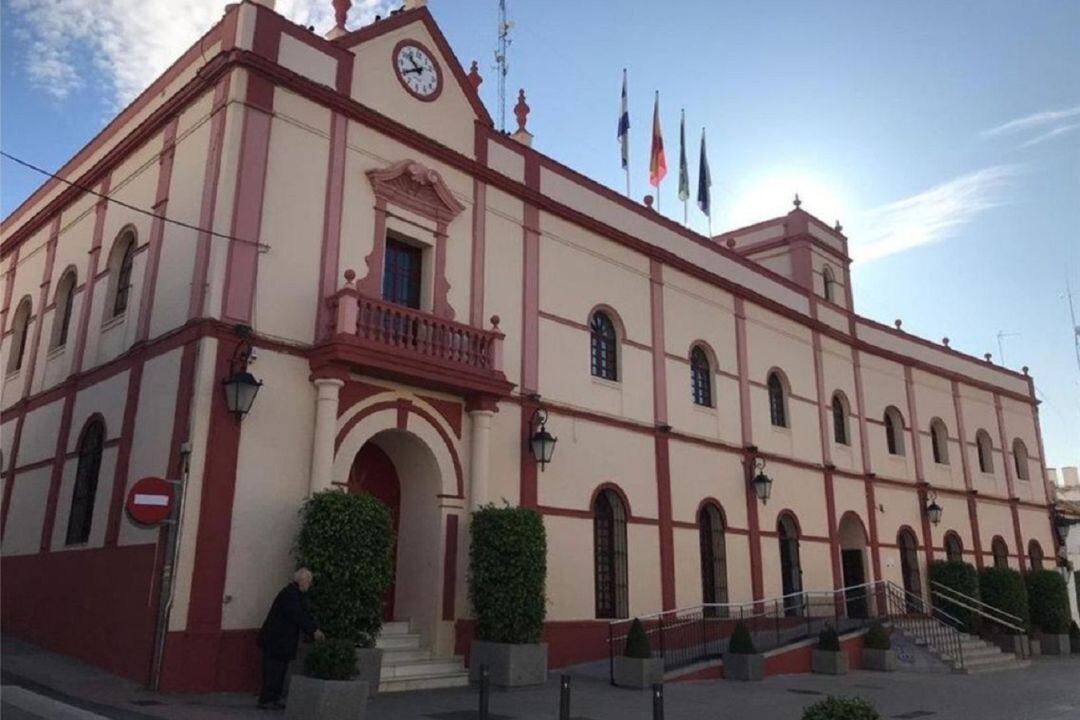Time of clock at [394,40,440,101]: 10:39
